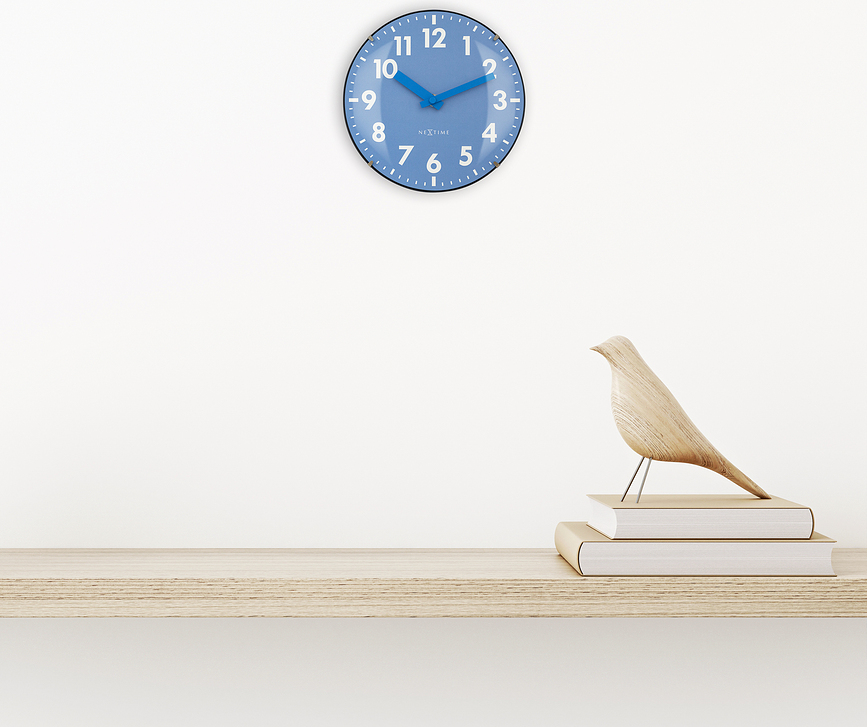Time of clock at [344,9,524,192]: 10:11
